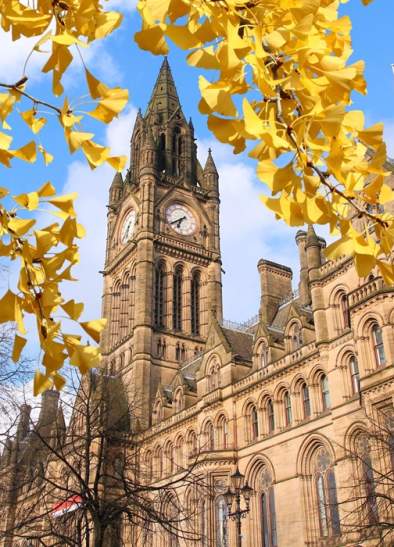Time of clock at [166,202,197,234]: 6:39
